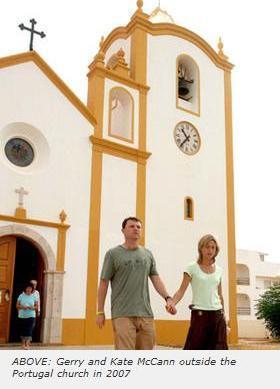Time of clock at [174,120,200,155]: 10:36
